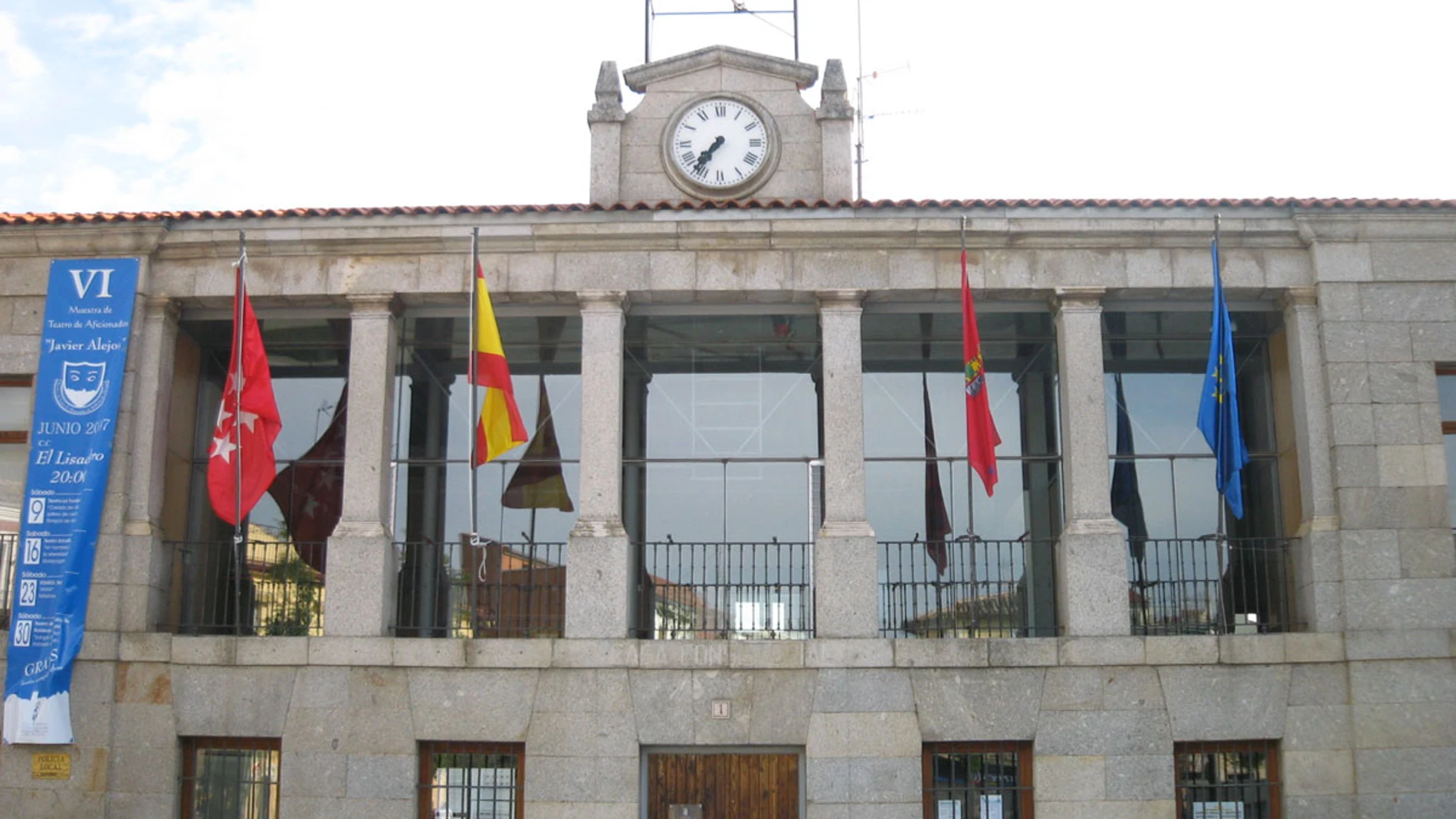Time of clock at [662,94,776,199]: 7:36
